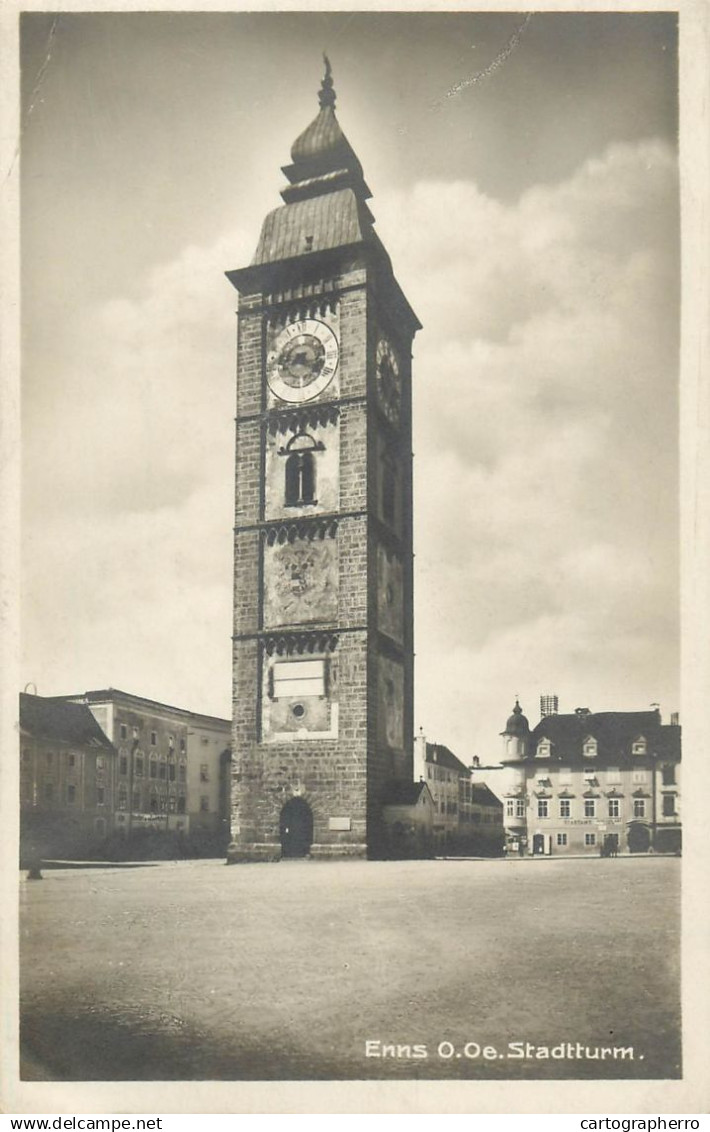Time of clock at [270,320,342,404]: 8:19
